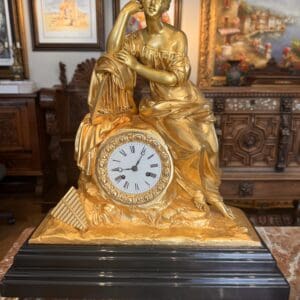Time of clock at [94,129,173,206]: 9:05
